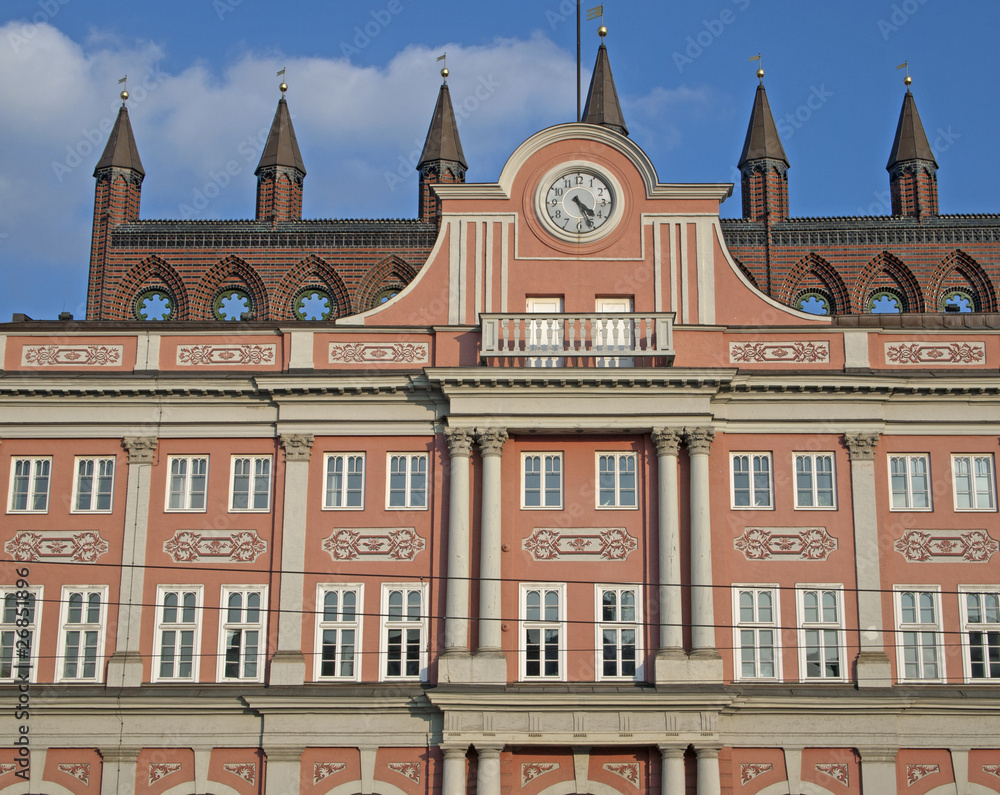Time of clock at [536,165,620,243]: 4:26
